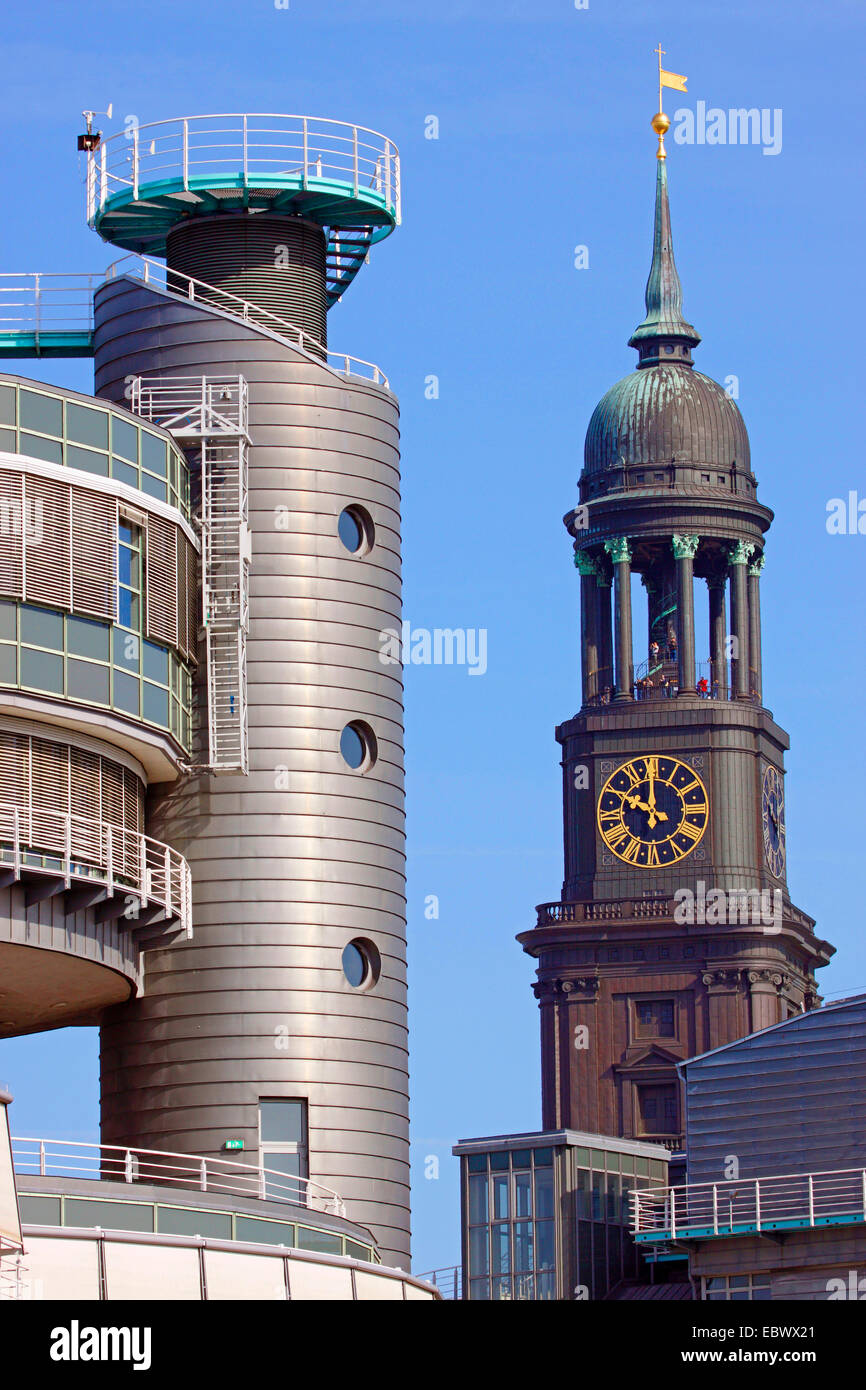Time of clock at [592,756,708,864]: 10:00
